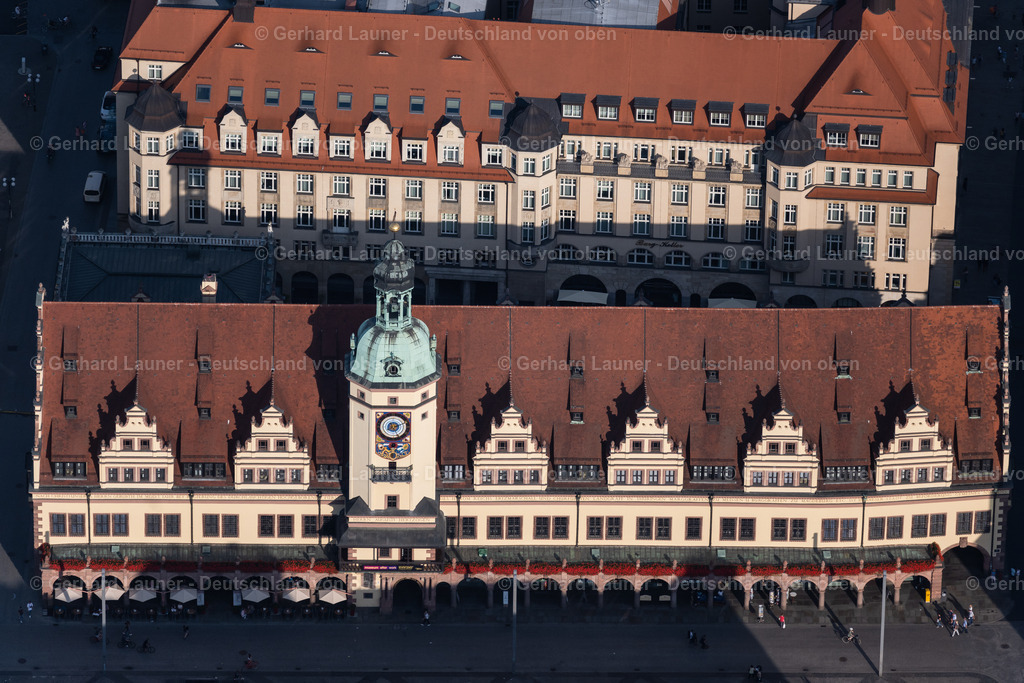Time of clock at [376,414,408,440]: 5:11
